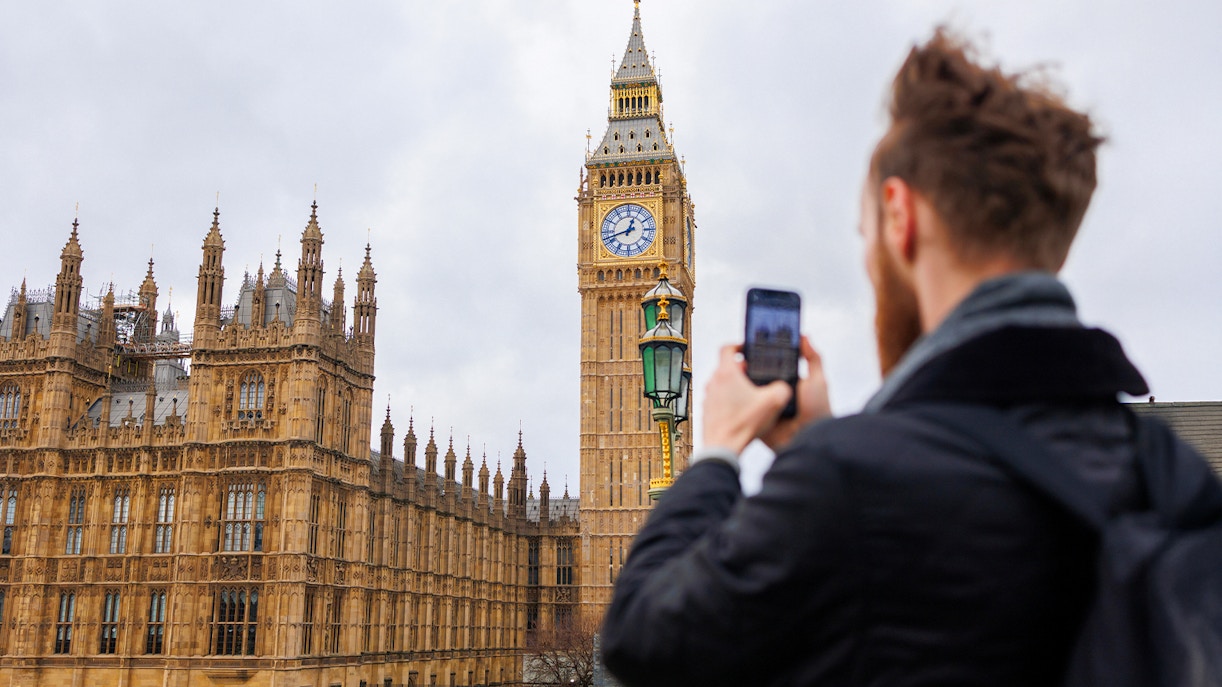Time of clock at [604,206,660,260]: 12:42
